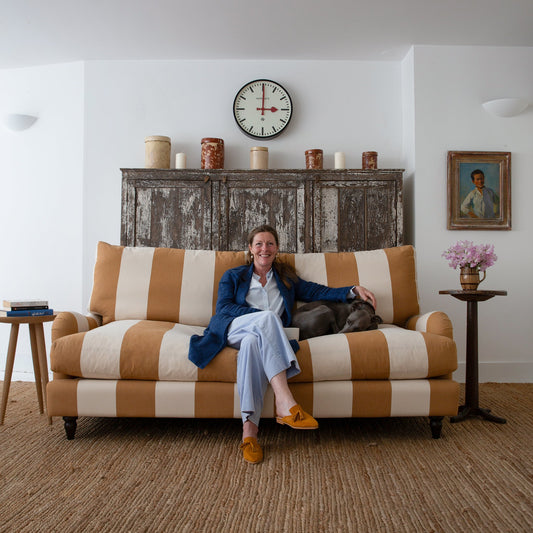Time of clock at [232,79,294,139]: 3:00
